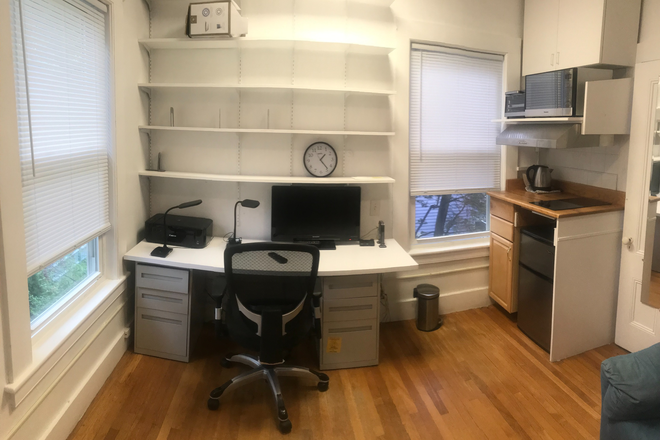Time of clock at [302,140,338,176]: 1:23
